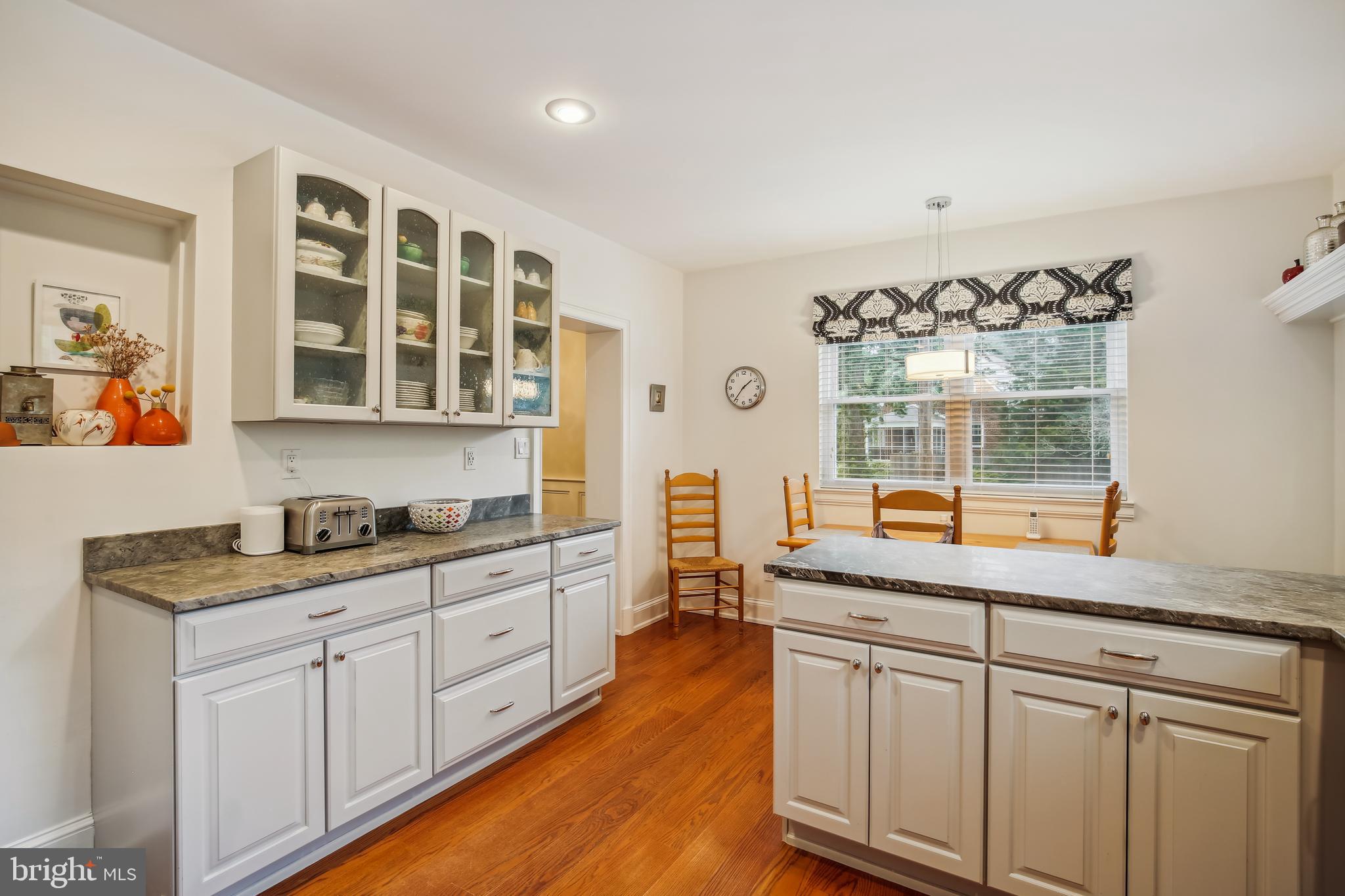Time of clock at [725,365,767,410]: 1:36
